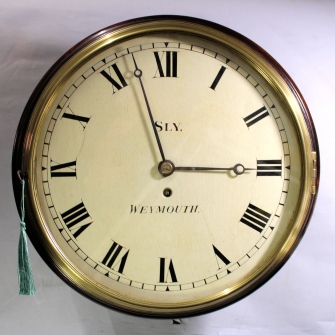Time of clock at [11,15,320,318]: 2:57
